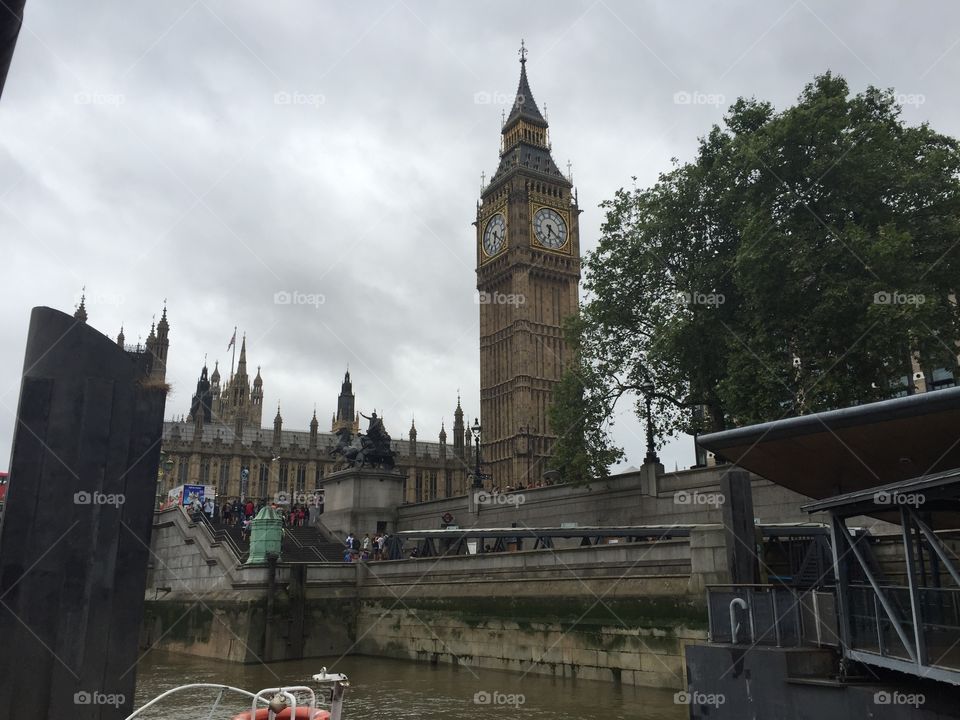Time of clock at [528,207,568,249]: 6:21
